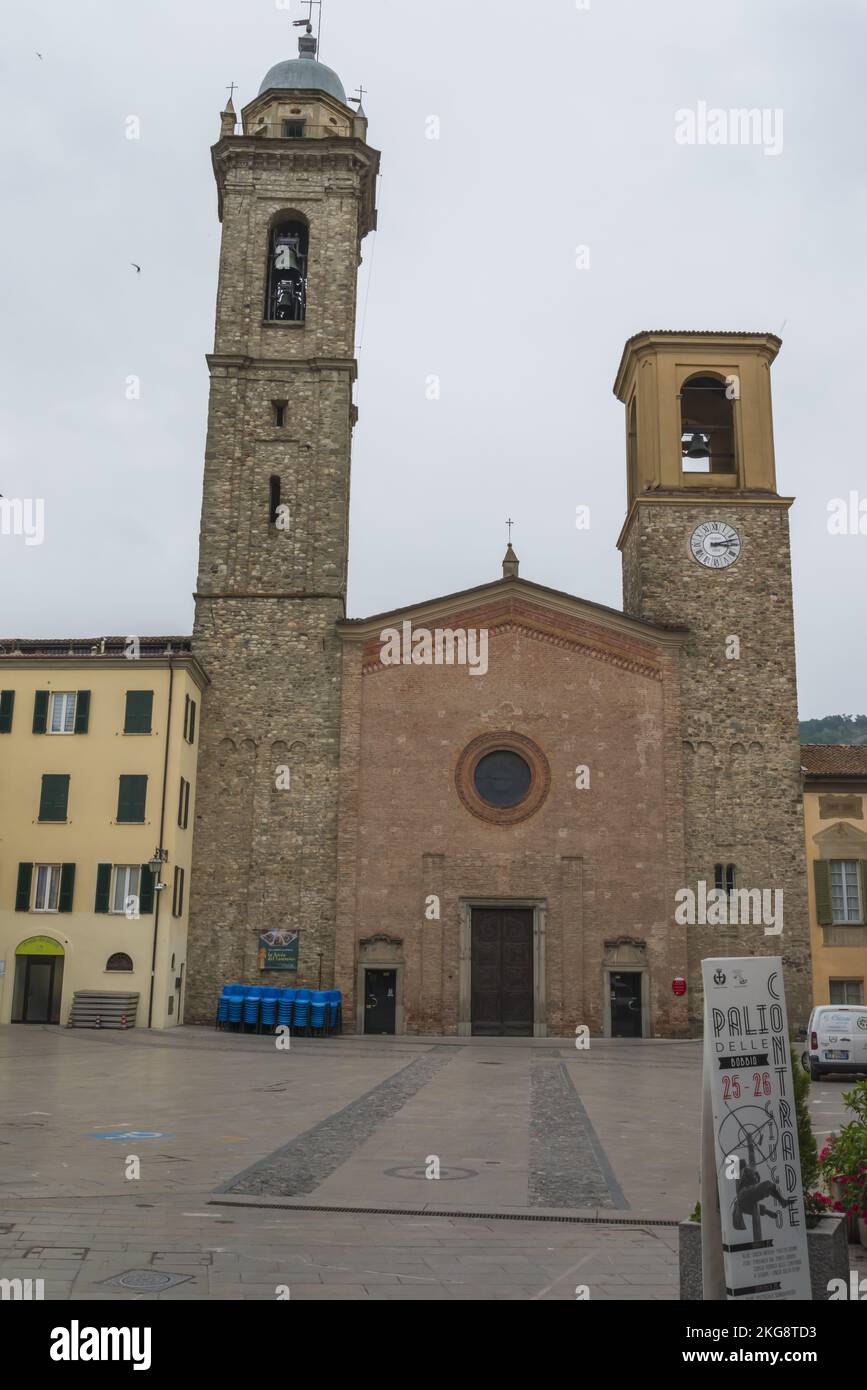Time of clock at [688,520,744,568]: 3:12
